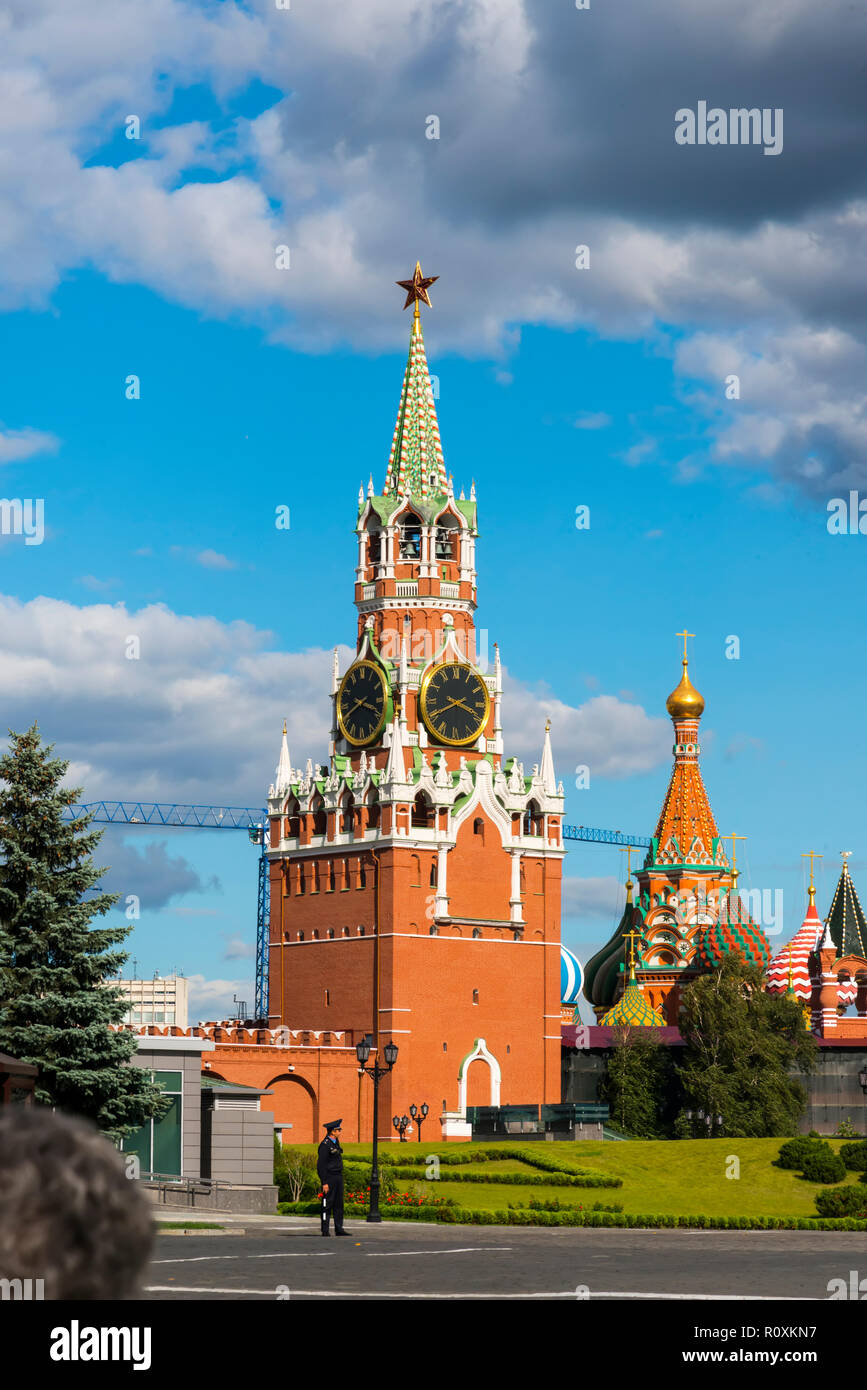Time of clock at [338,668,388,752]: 3:40
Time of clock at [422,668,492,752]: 3:40
